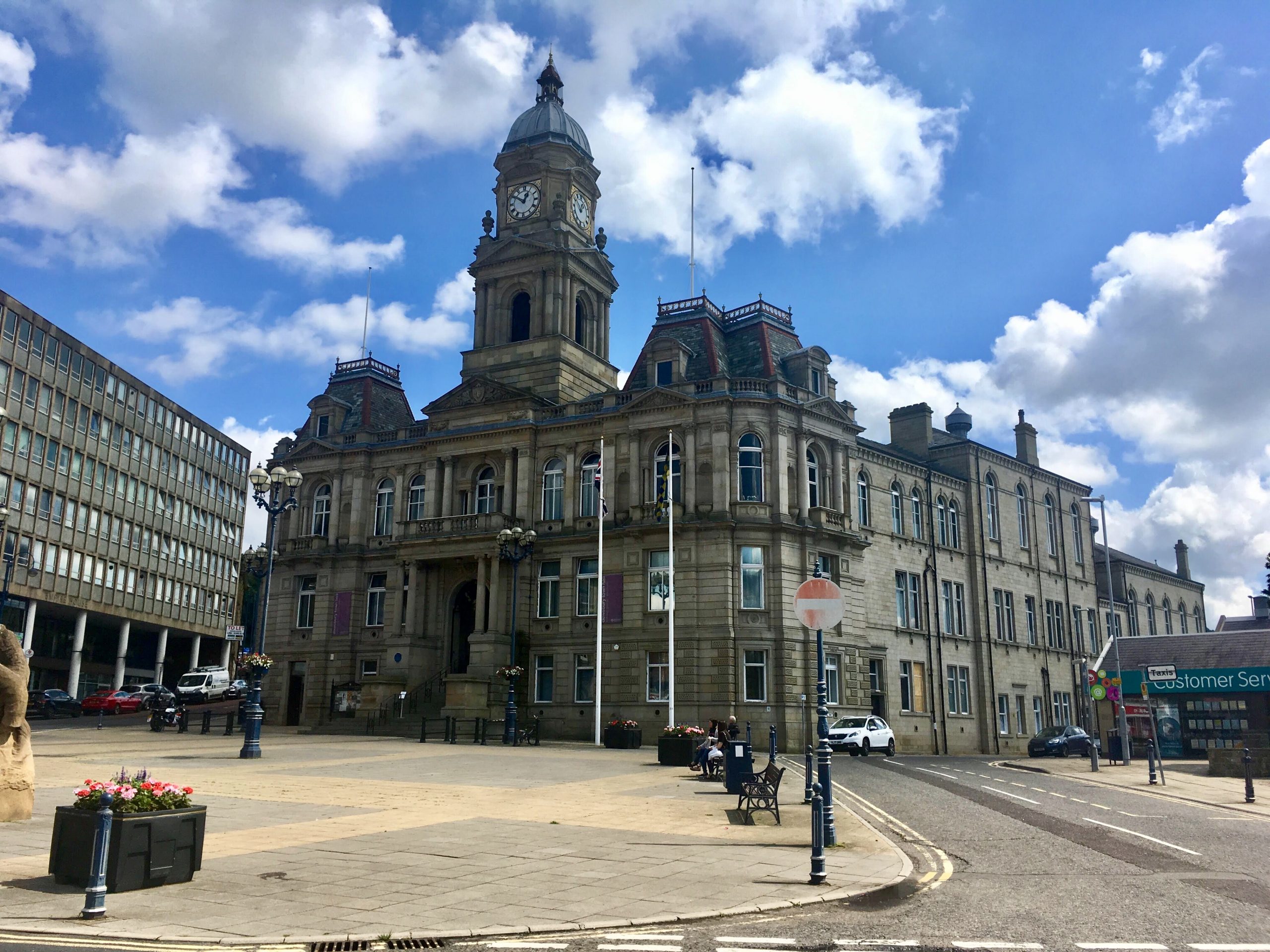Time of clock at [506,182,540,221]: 12:50
